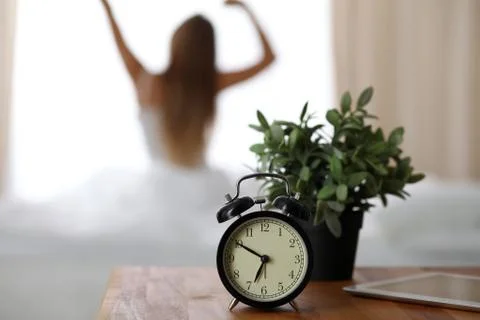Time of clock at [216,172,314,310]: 6:50
